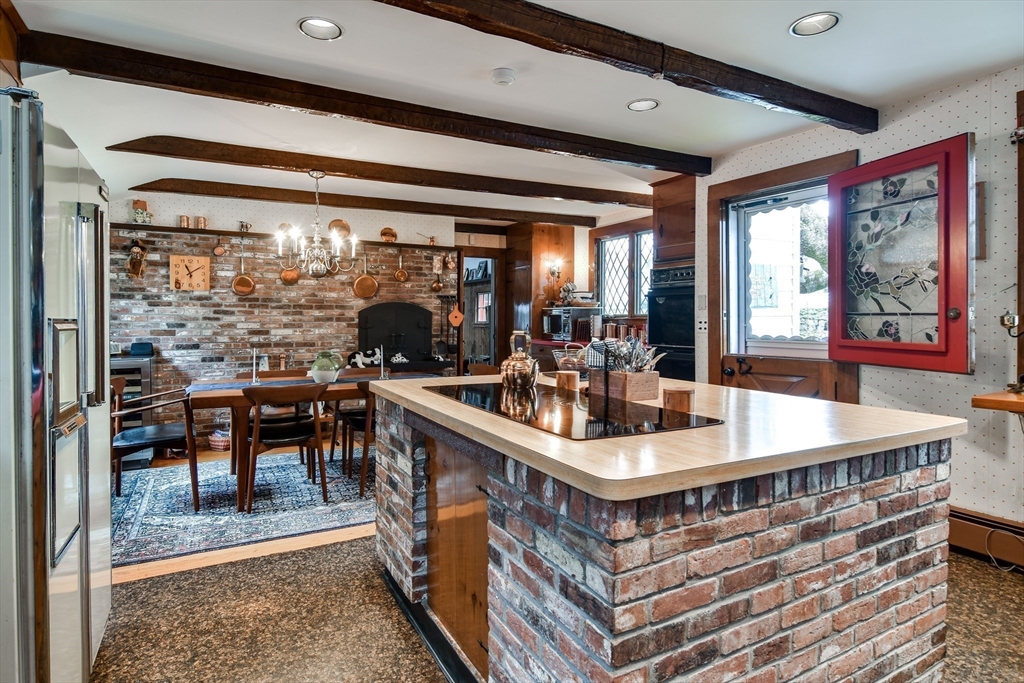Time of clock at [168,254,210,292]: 11:09
